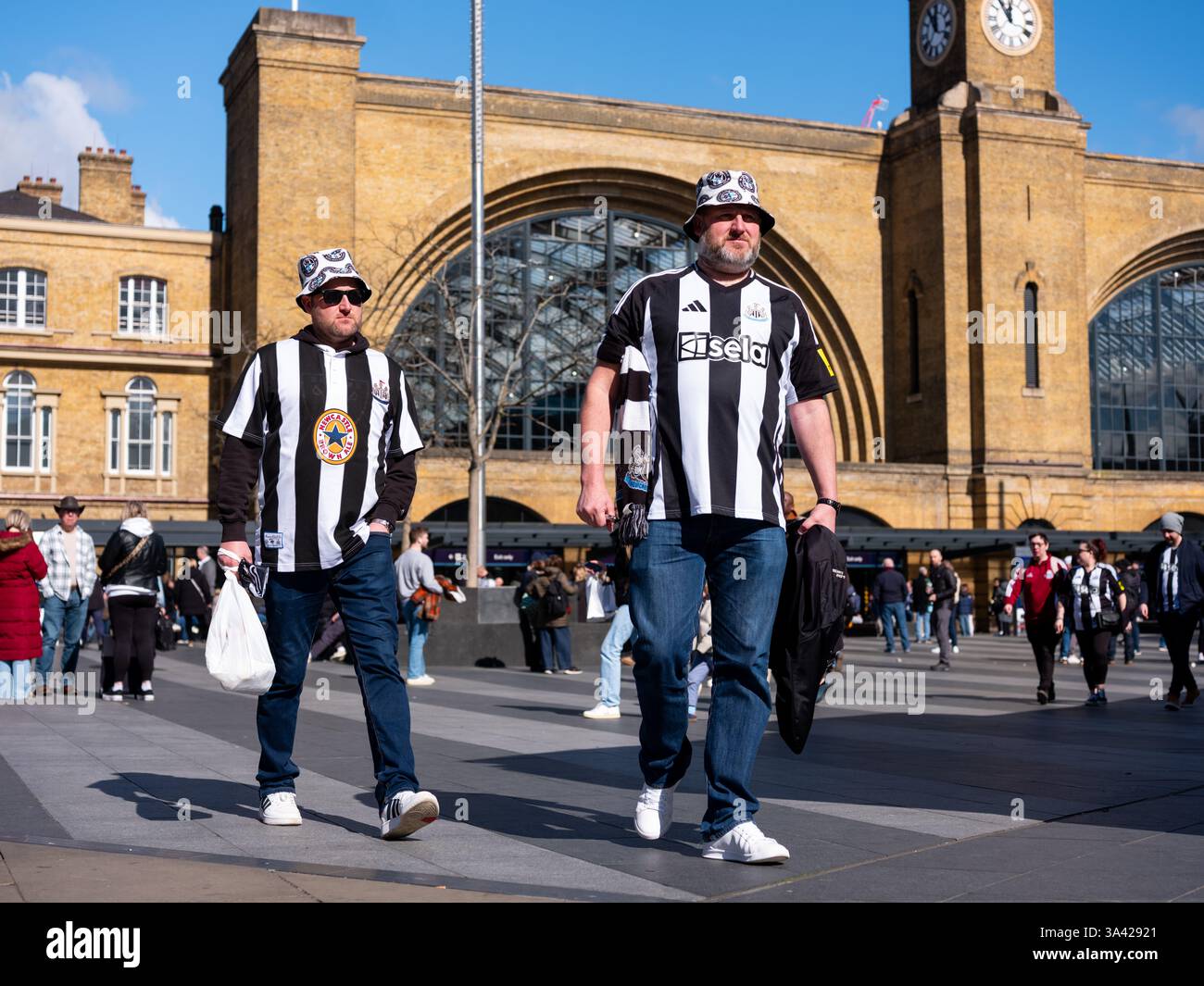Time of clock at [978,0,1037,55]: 11:53
